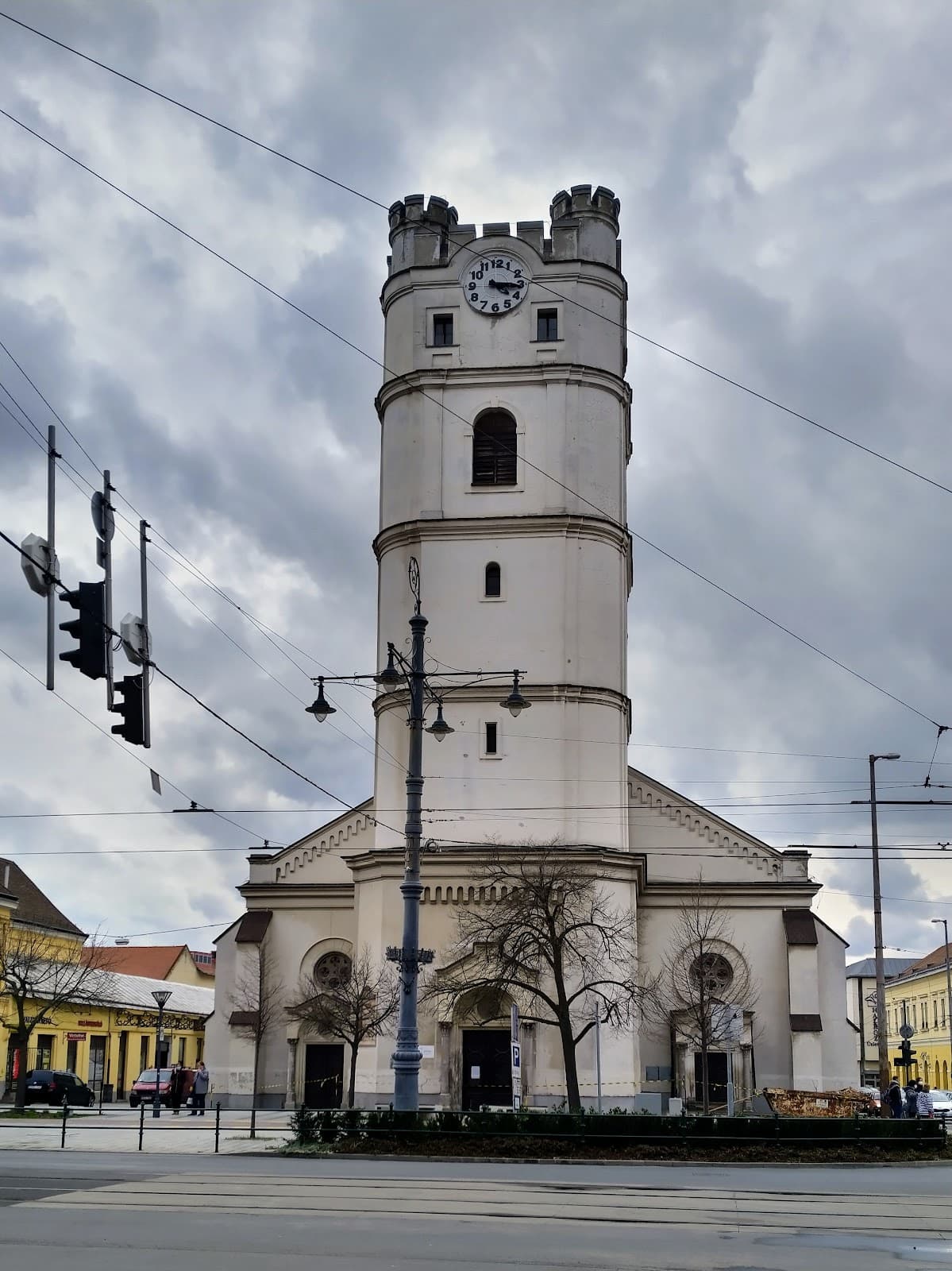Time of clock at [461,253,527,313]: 4:15
